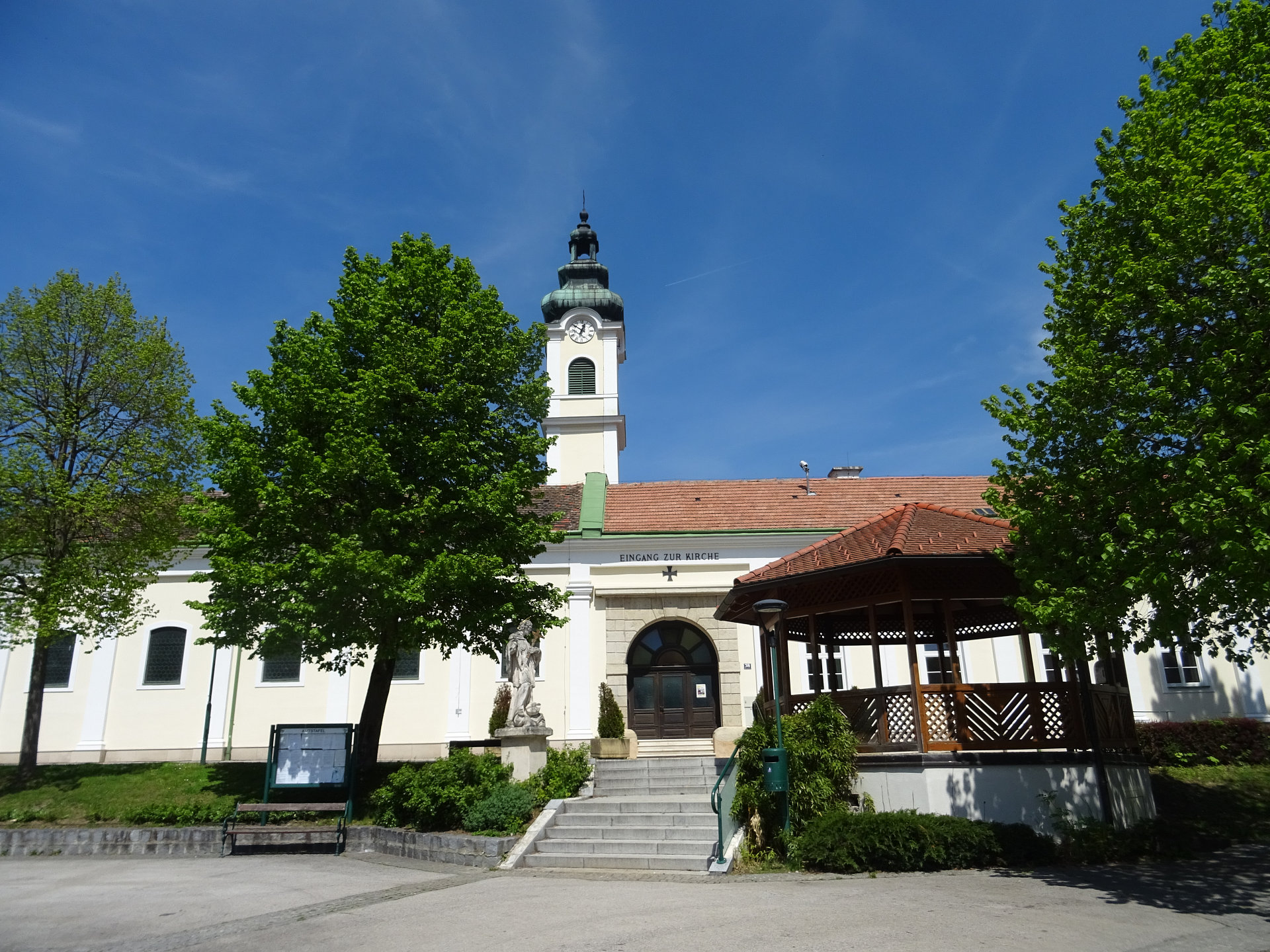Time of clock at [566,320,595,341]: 12:51
